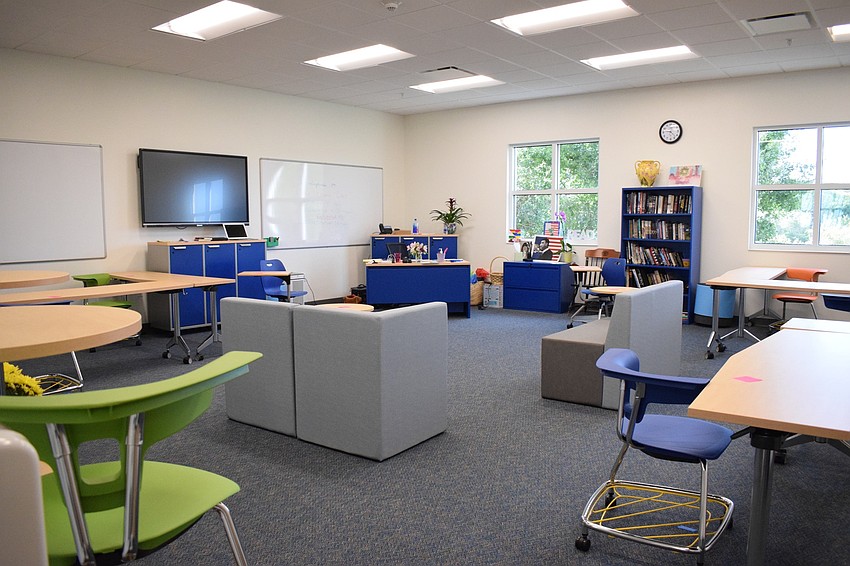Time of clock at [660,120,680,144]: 9:22
